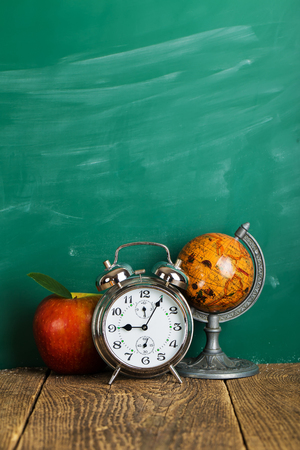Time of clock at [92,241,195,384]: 9:05
